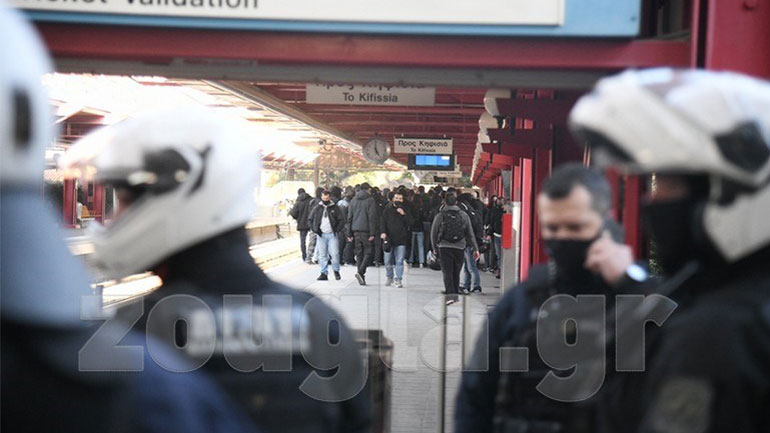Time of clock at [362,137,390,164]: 4:59
